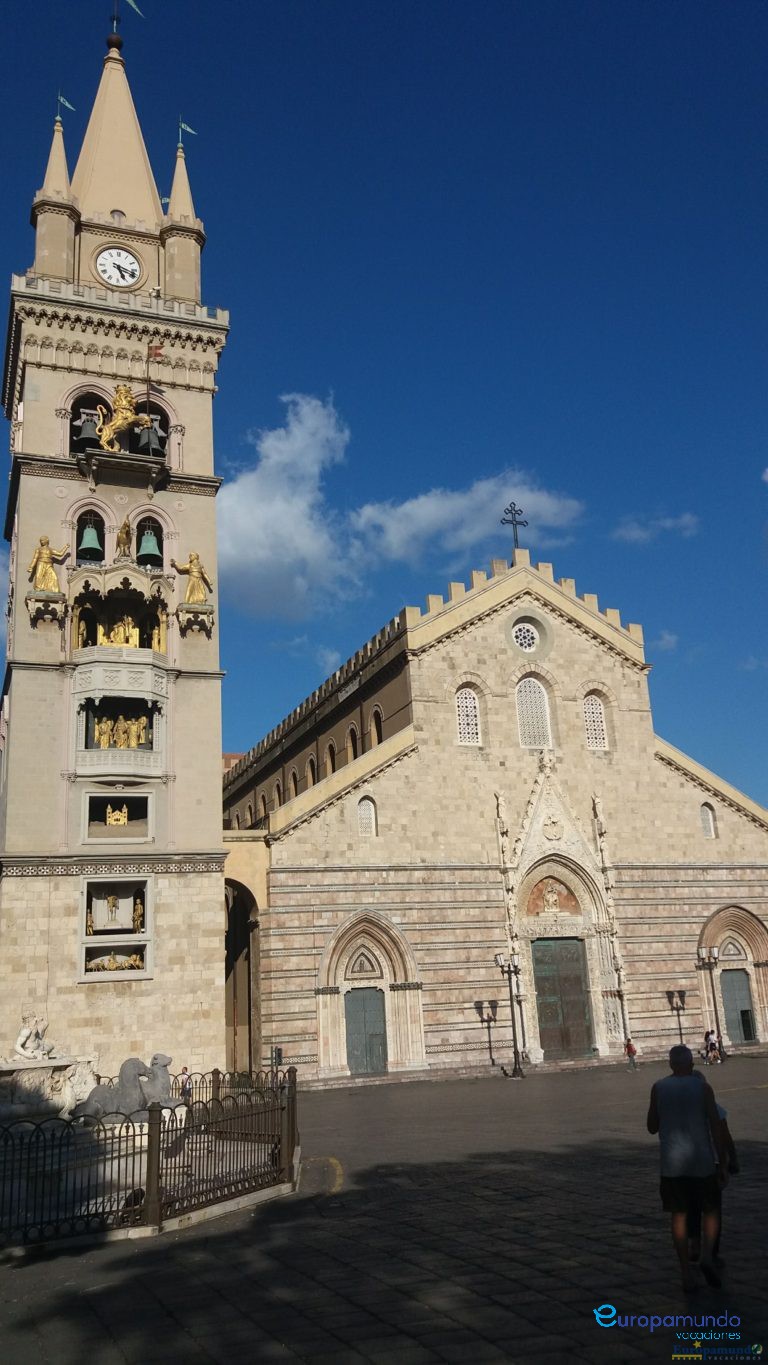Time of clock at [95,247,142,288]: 5:18
